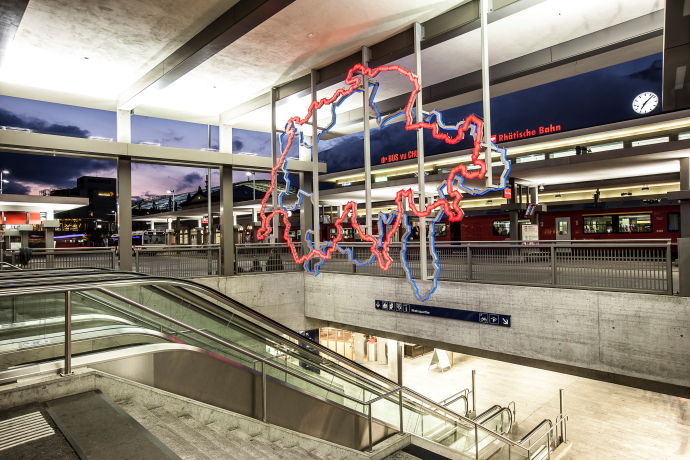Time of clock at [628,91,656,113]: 7:07
